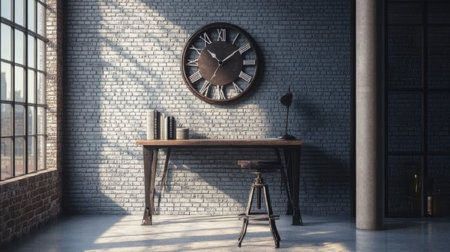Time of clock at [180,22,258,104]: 1:52
